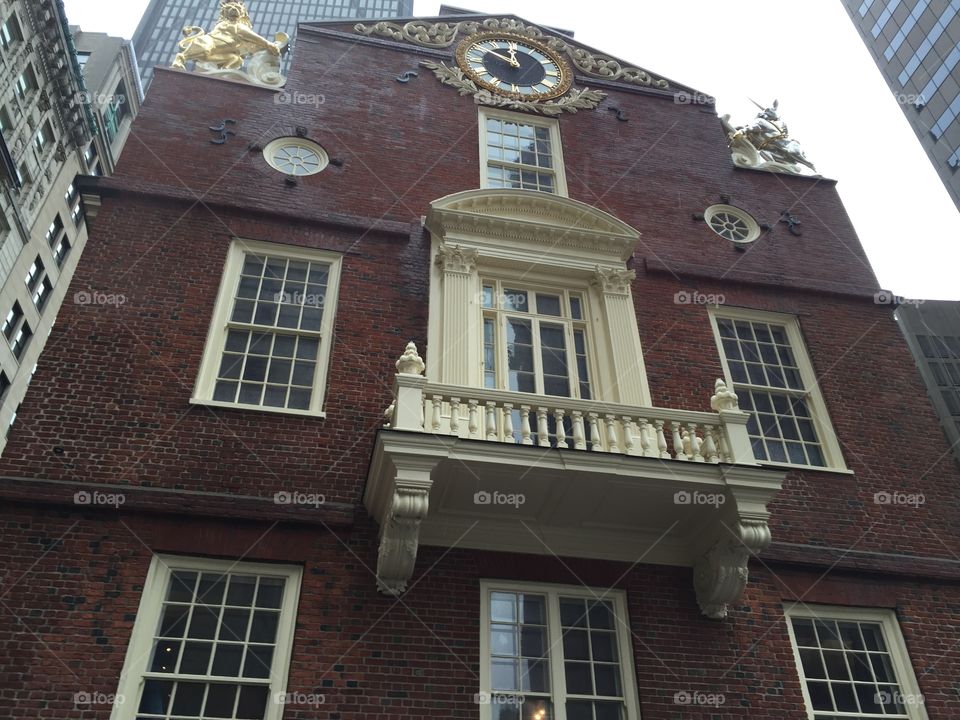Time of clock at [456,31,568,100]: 11:50
